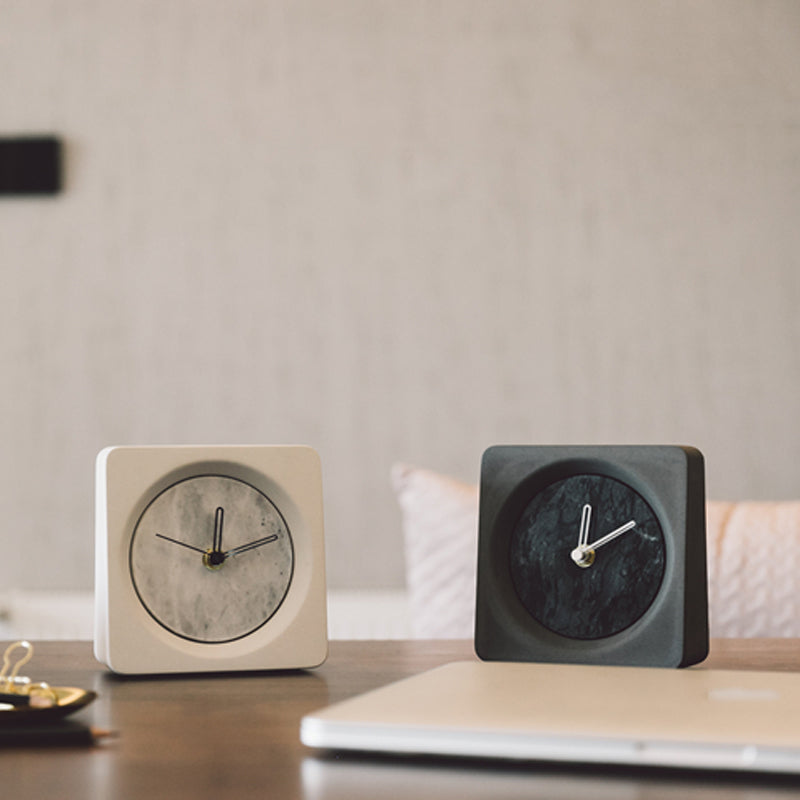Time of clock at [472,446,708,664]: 12:08
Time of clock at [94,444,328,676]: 12:11
